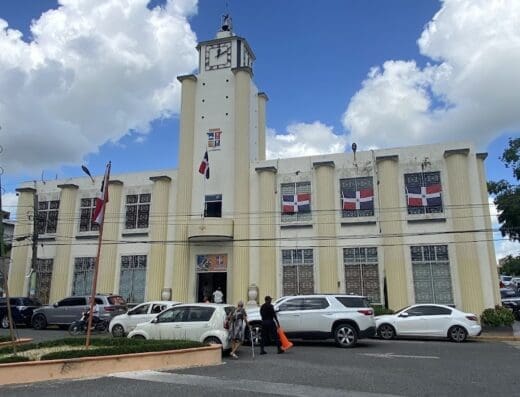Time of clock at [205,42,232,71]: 12:11
